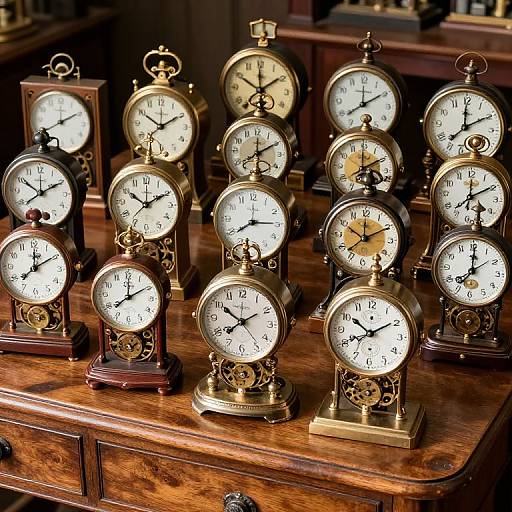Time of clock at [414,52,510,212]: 1:59
